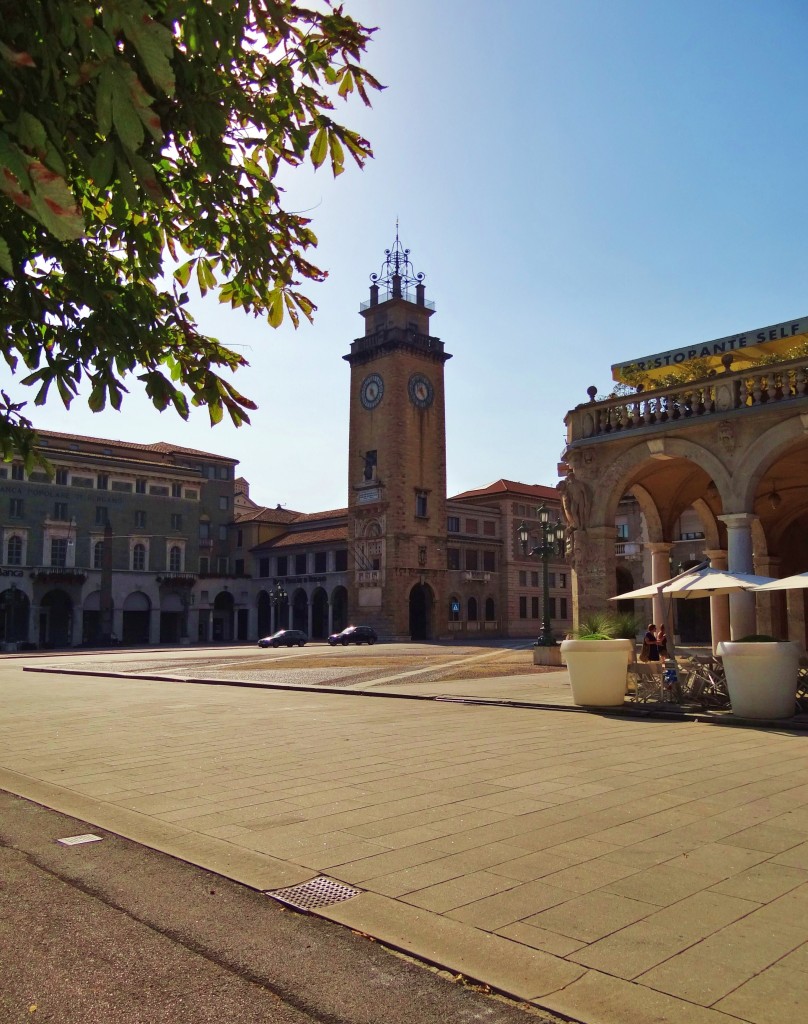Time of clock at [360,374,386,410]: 7:24
